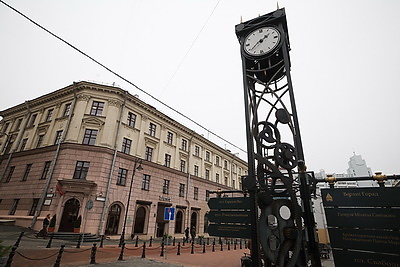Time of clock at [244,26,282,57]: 1:38
